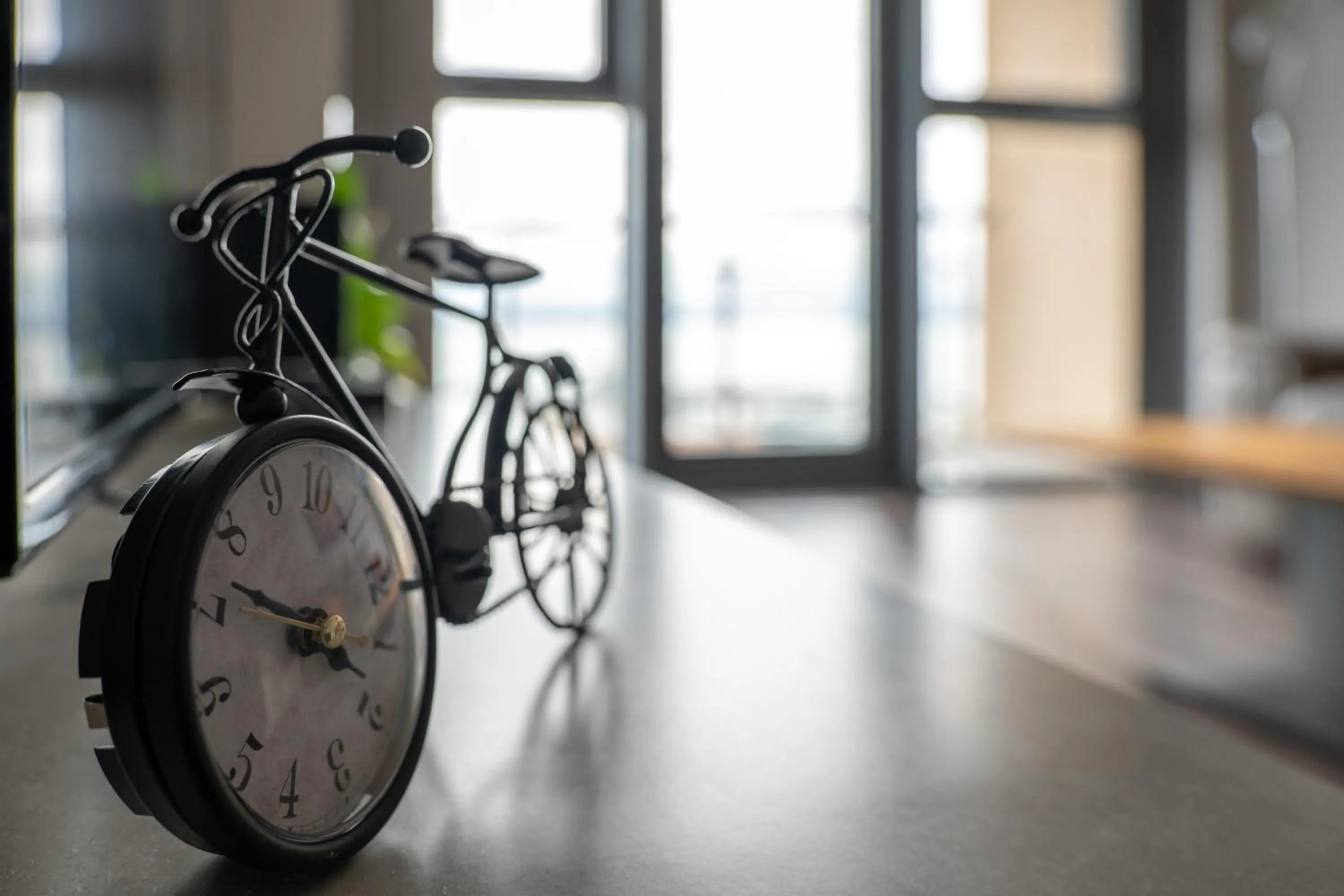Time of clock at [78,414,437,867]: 3:47
